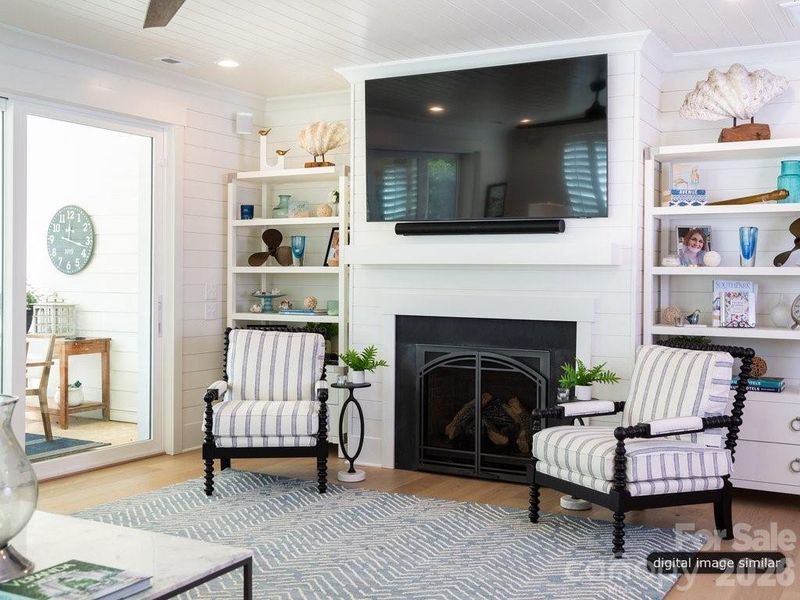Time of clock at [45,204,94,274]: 12:17
